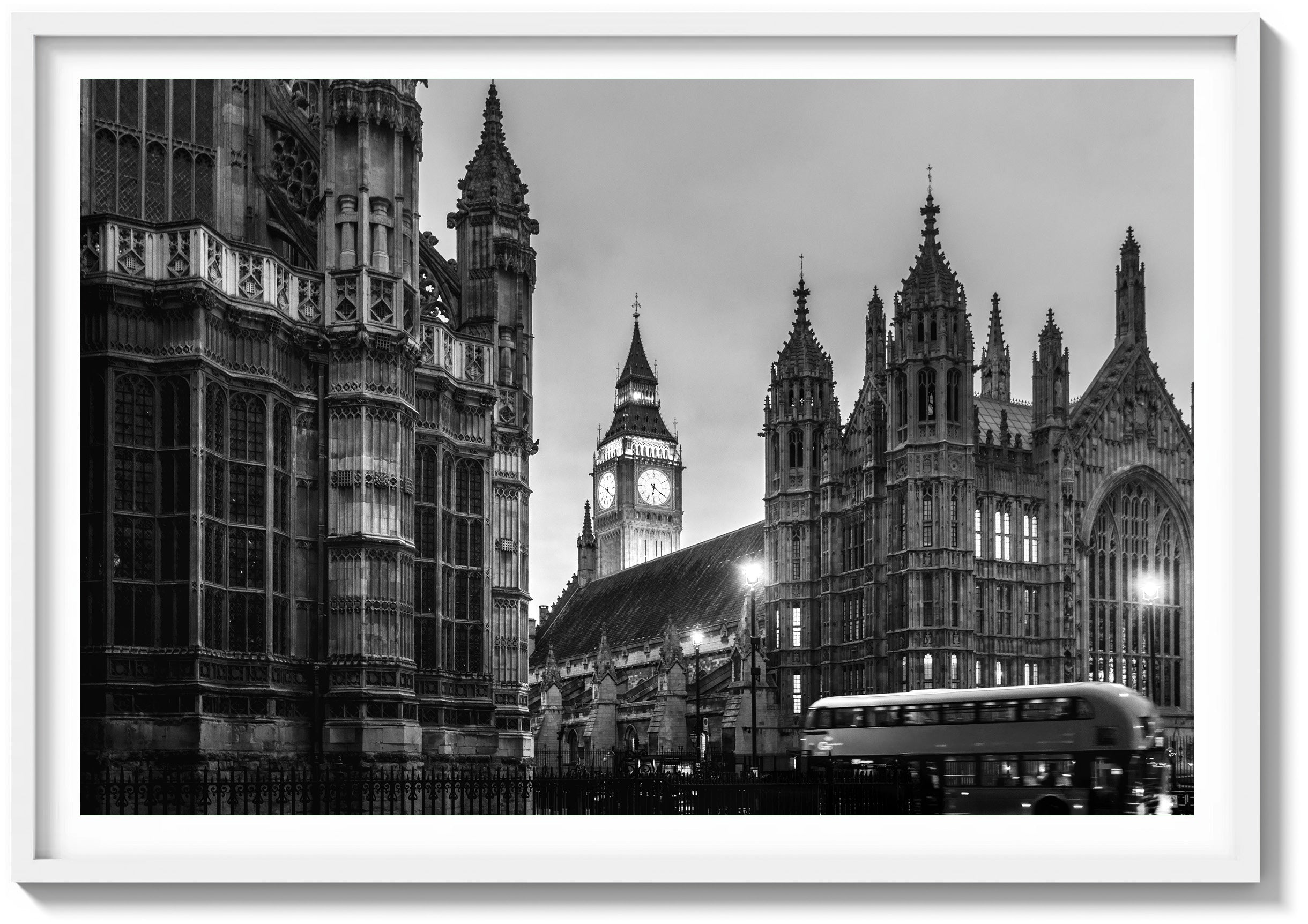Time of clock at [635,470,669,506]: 6:20
